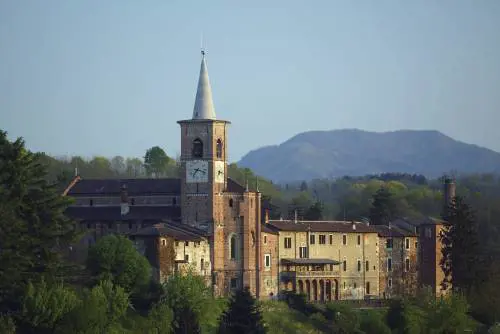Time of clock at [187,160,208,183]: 7:17
